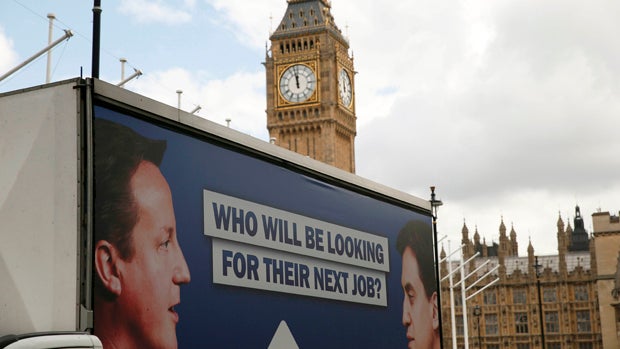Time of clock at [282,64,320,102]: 11:57
